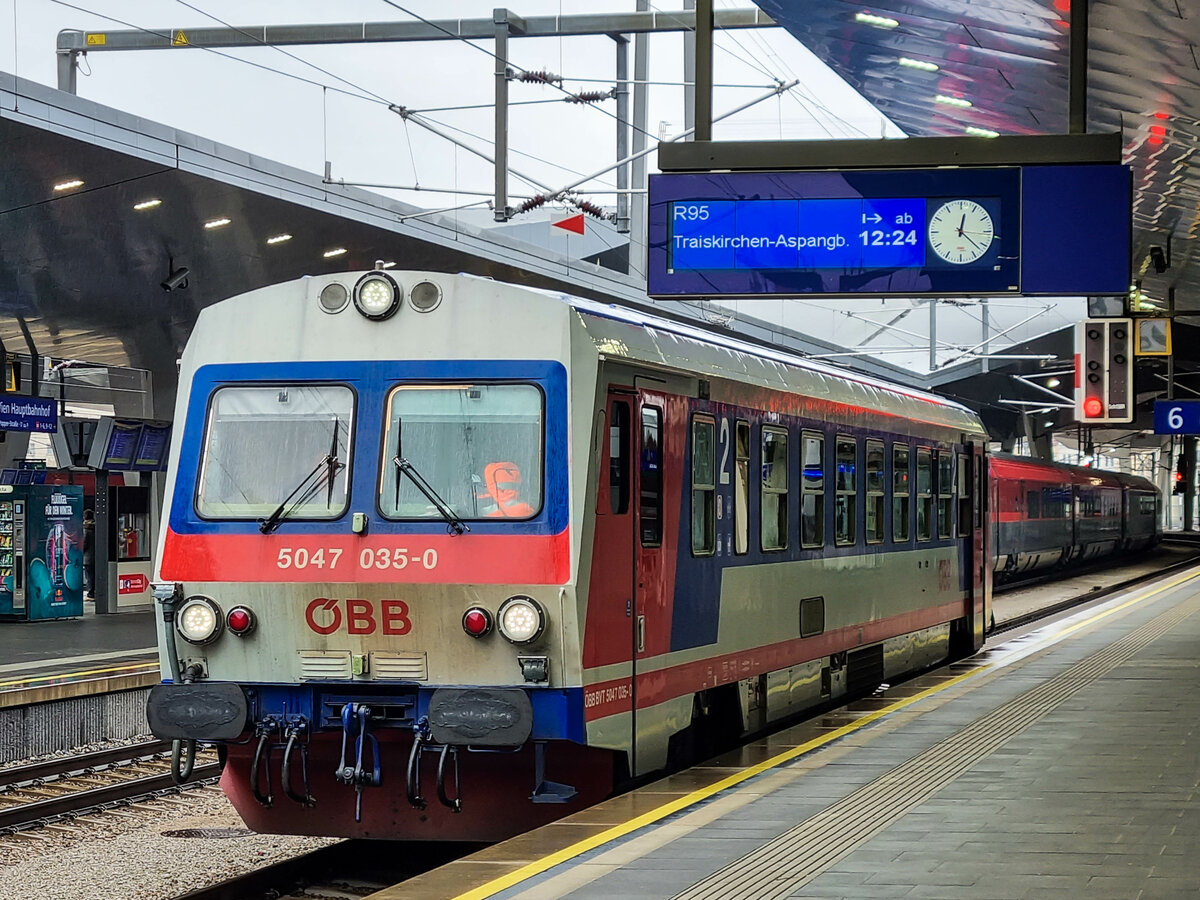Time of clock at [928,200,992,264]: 12:22
